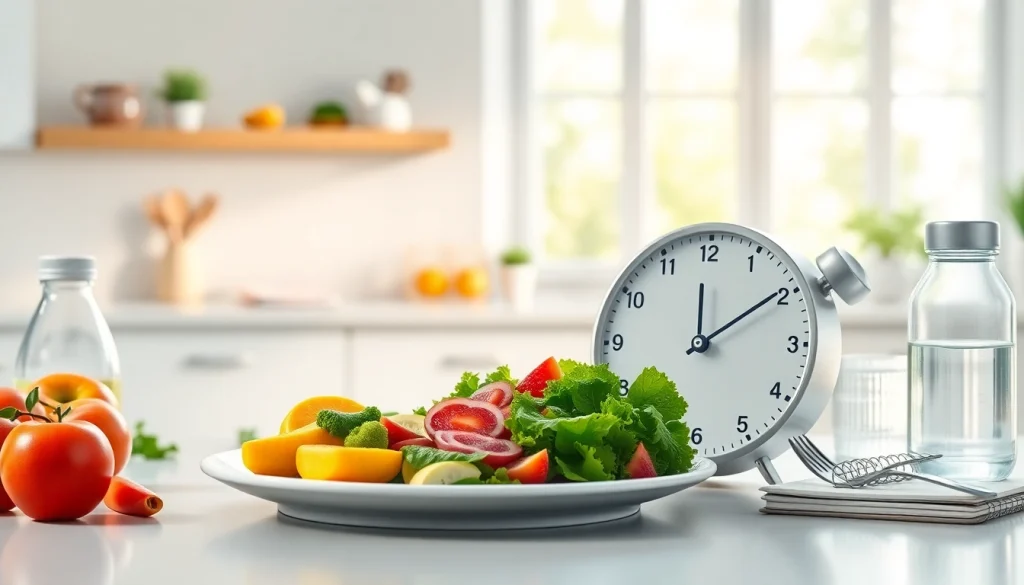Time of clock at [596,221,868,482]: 12:09
